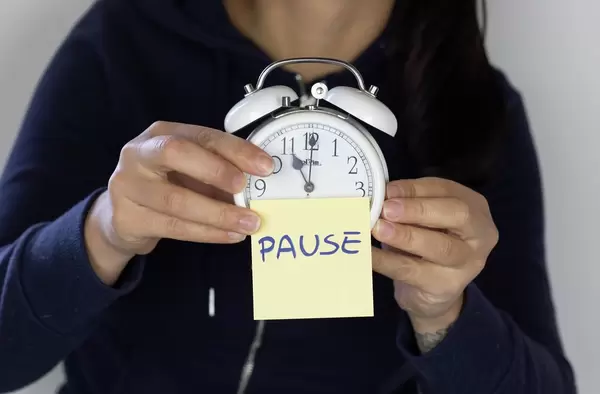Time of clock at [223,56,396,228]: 11:00
